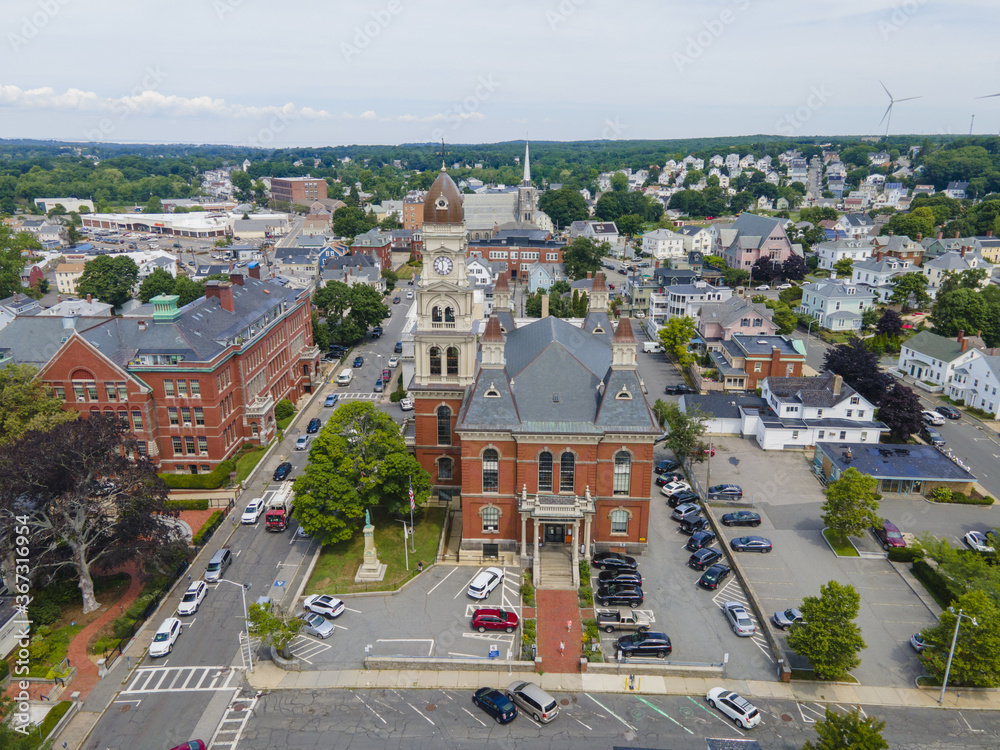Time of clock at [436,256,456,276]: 11:32
